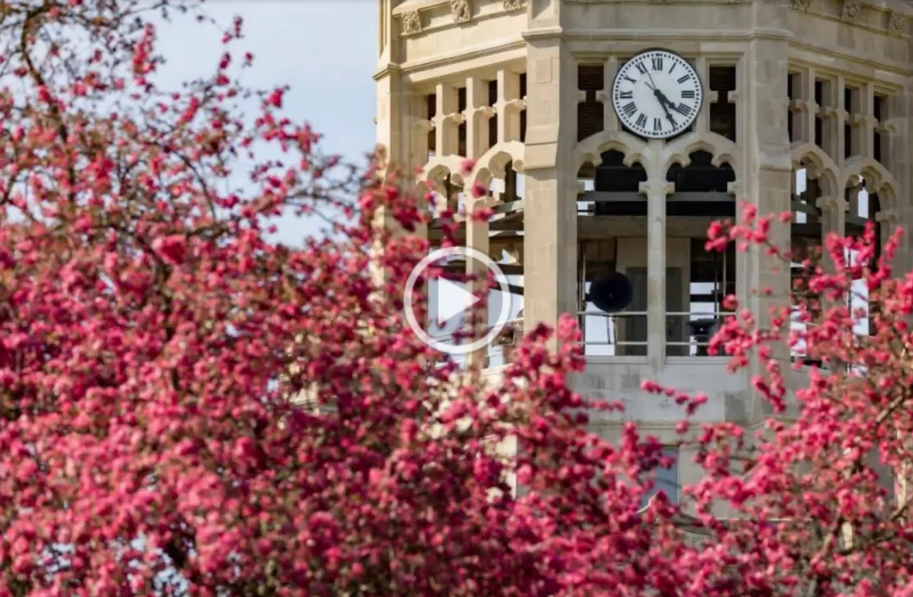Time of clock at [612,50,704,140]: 4:25
